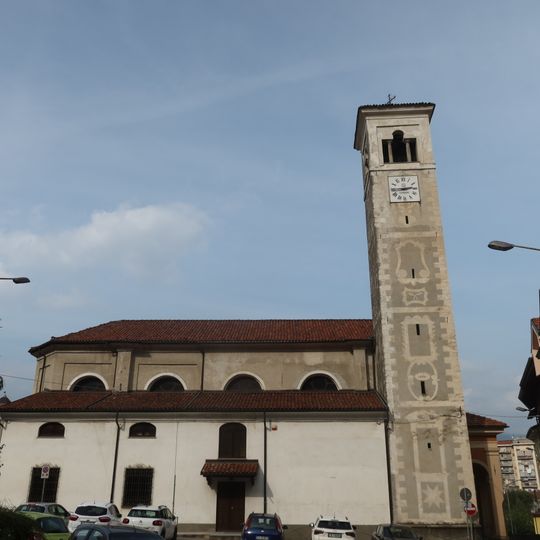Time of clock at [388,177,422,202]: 2:45
